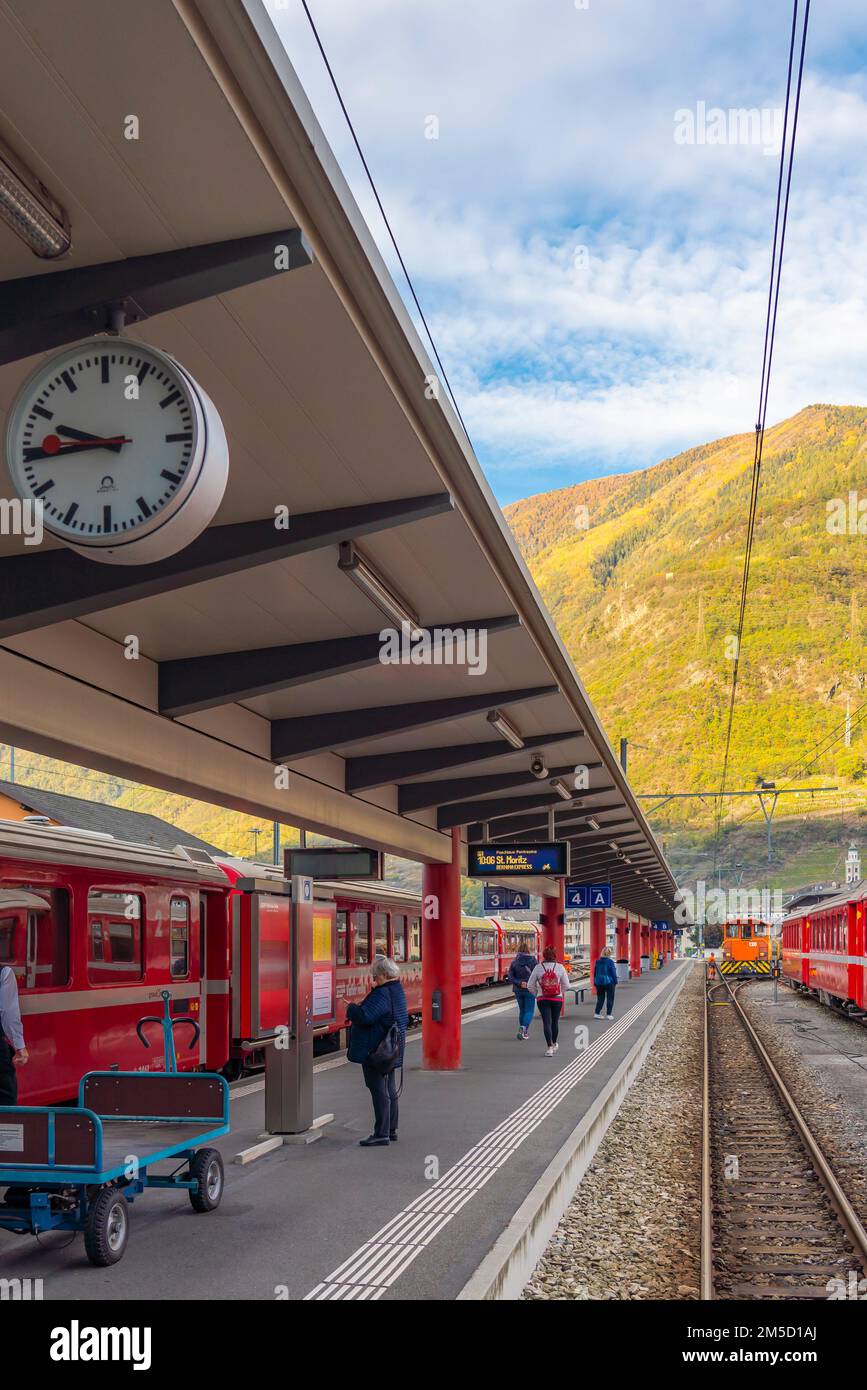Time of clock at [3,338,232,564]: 9:44
